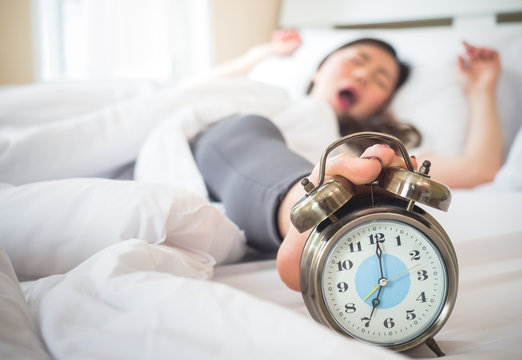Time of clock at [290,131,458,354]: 7:00
